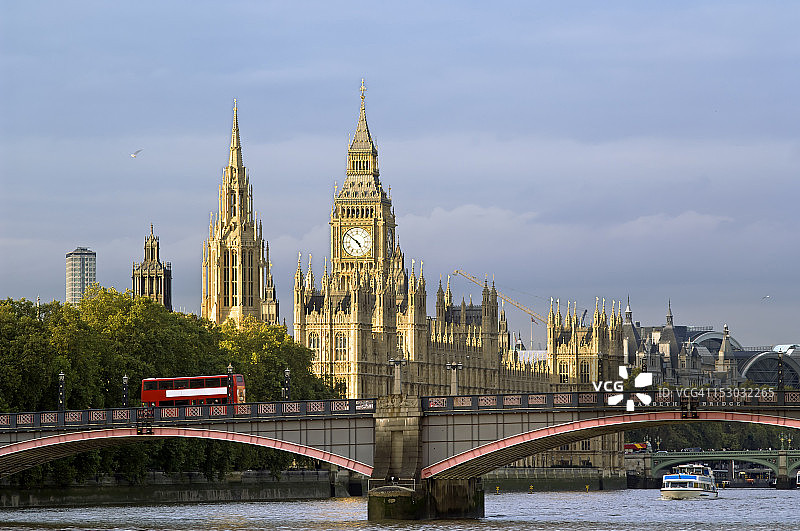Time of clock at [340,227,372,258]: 4:51
